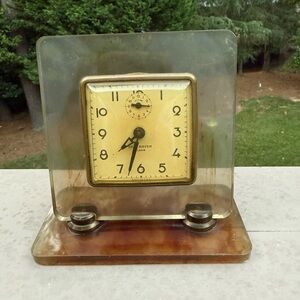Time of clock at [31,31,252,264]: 7:32
